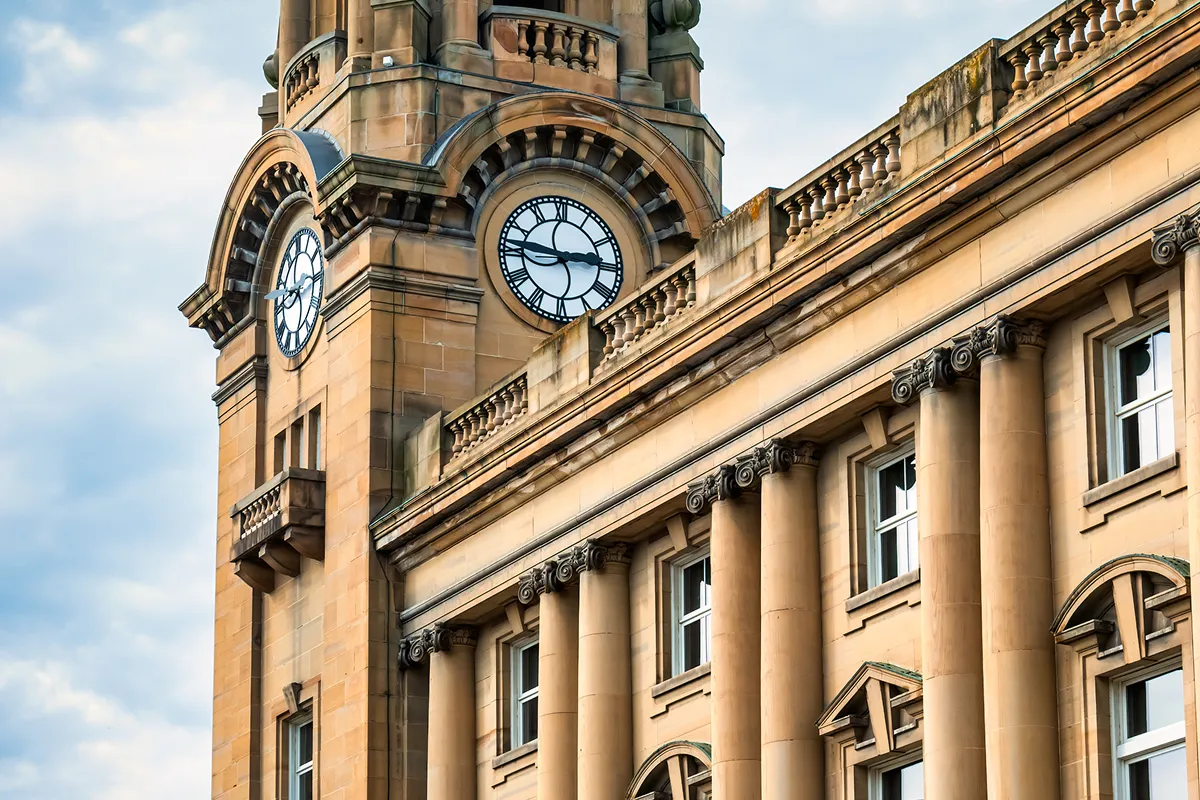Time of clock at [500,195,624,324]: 2:46
